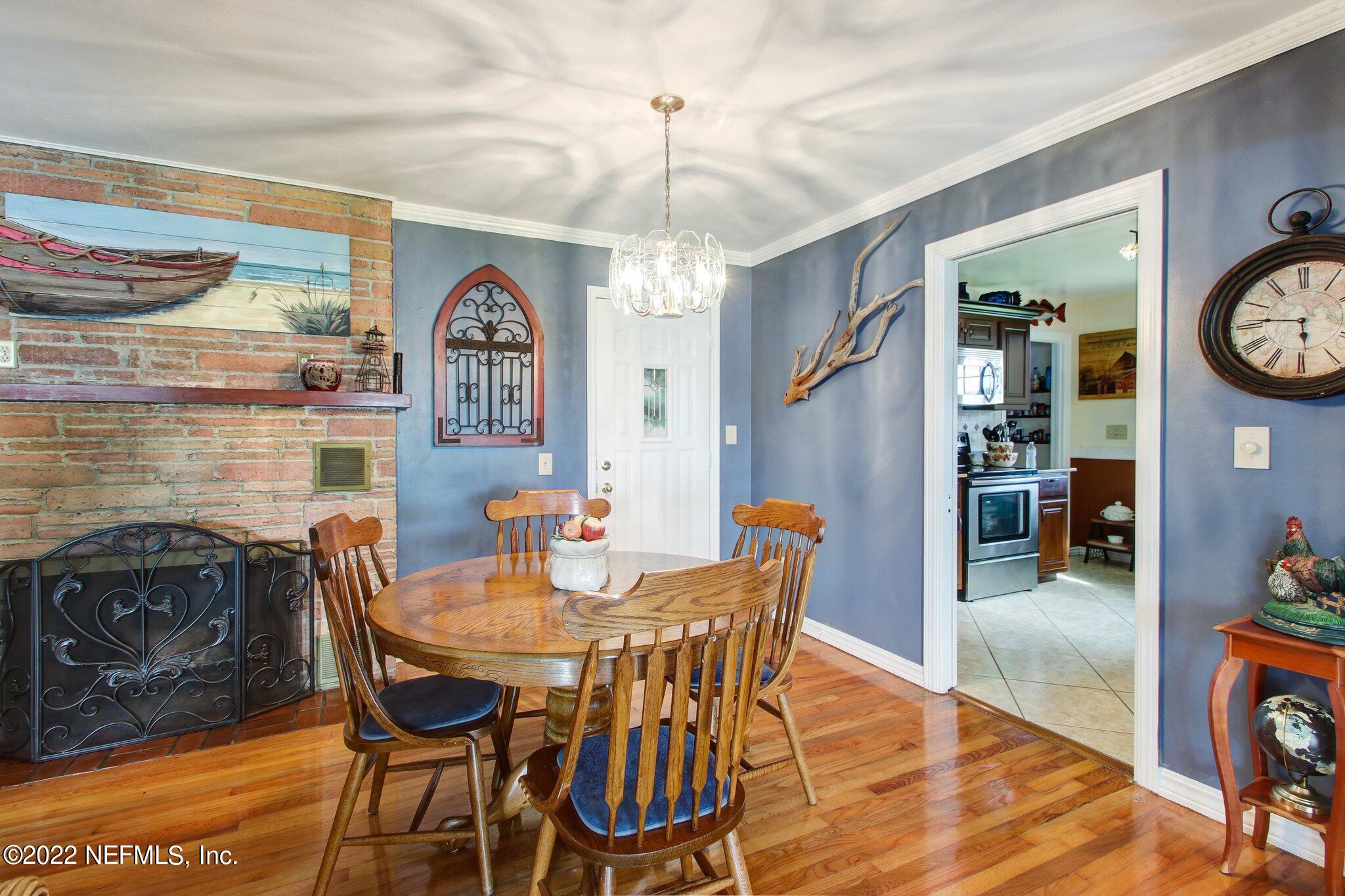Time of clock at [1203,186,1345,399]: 5:46
